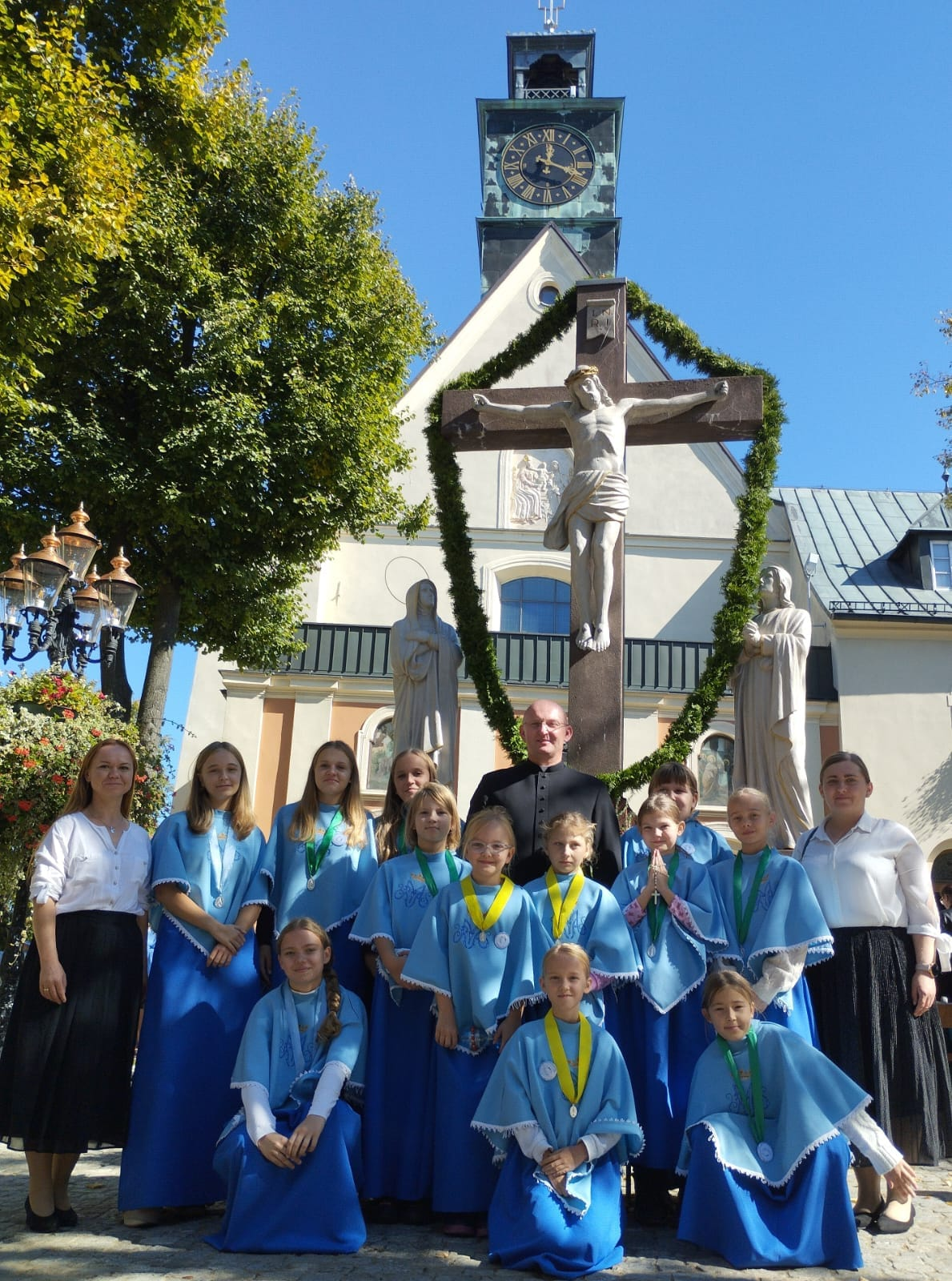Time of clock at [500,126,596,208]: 12:18
